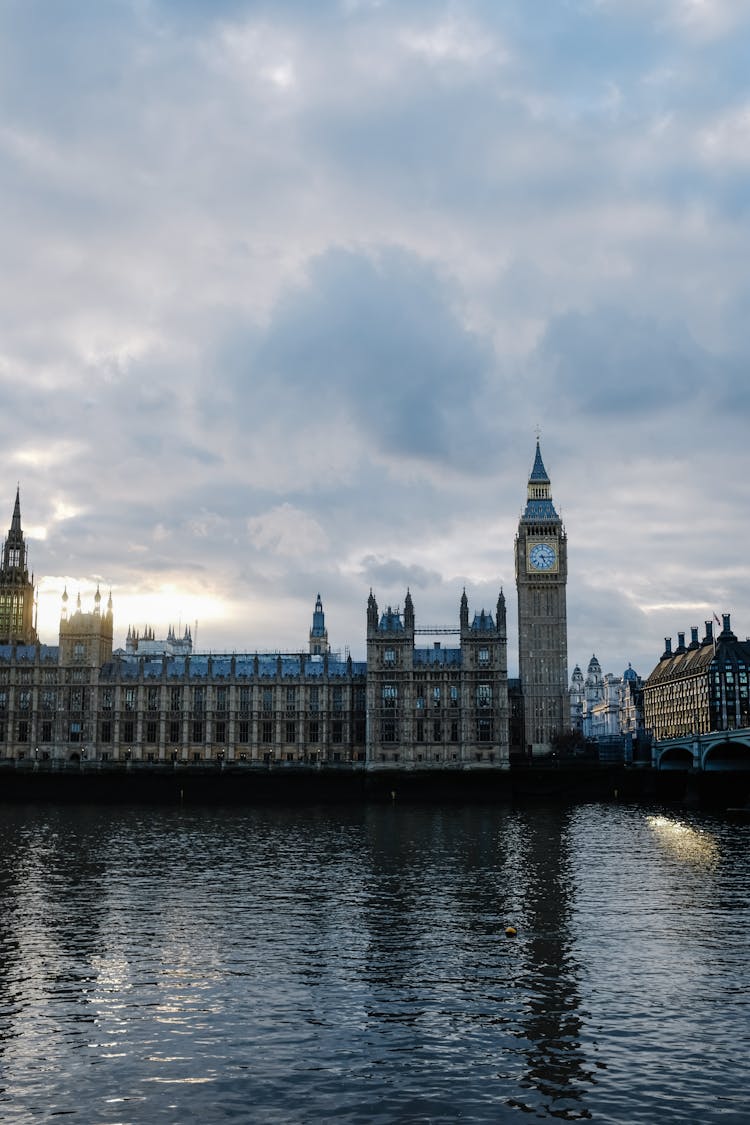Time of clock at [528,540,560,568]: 5:14
